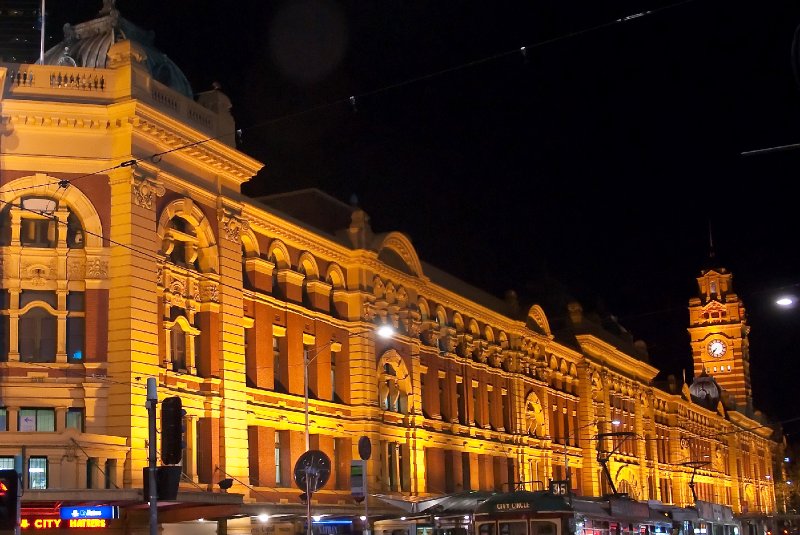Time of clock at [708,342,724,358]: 7:37
